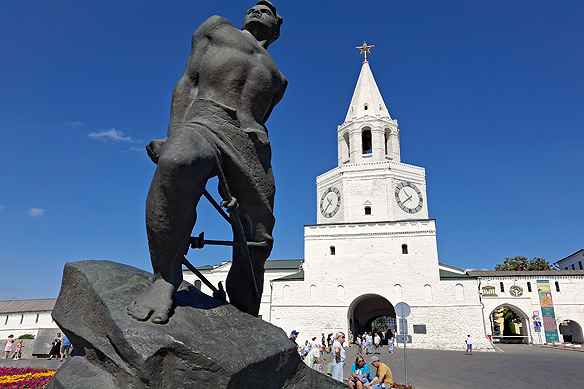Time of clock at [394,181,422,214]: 10:38
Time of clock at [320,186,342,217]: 10:37
